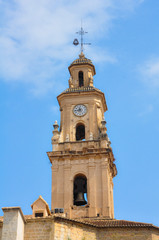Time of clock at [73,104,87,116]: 11:43
